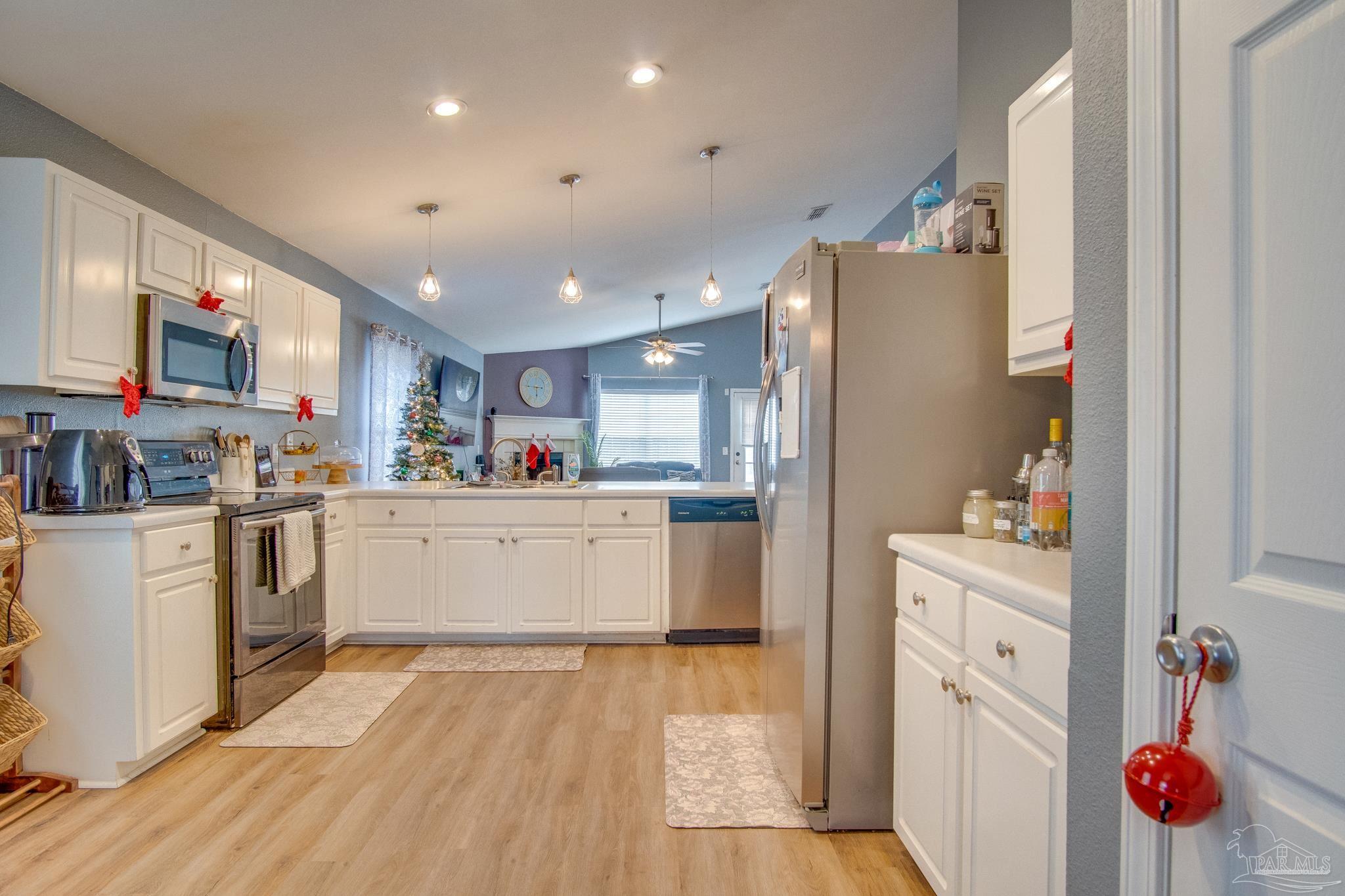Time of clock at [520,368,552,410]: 5:45
